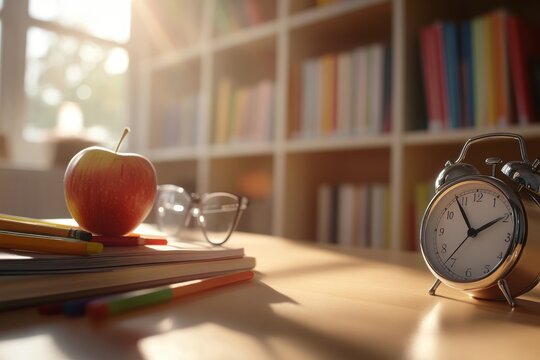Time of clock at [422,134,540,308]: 1:54
